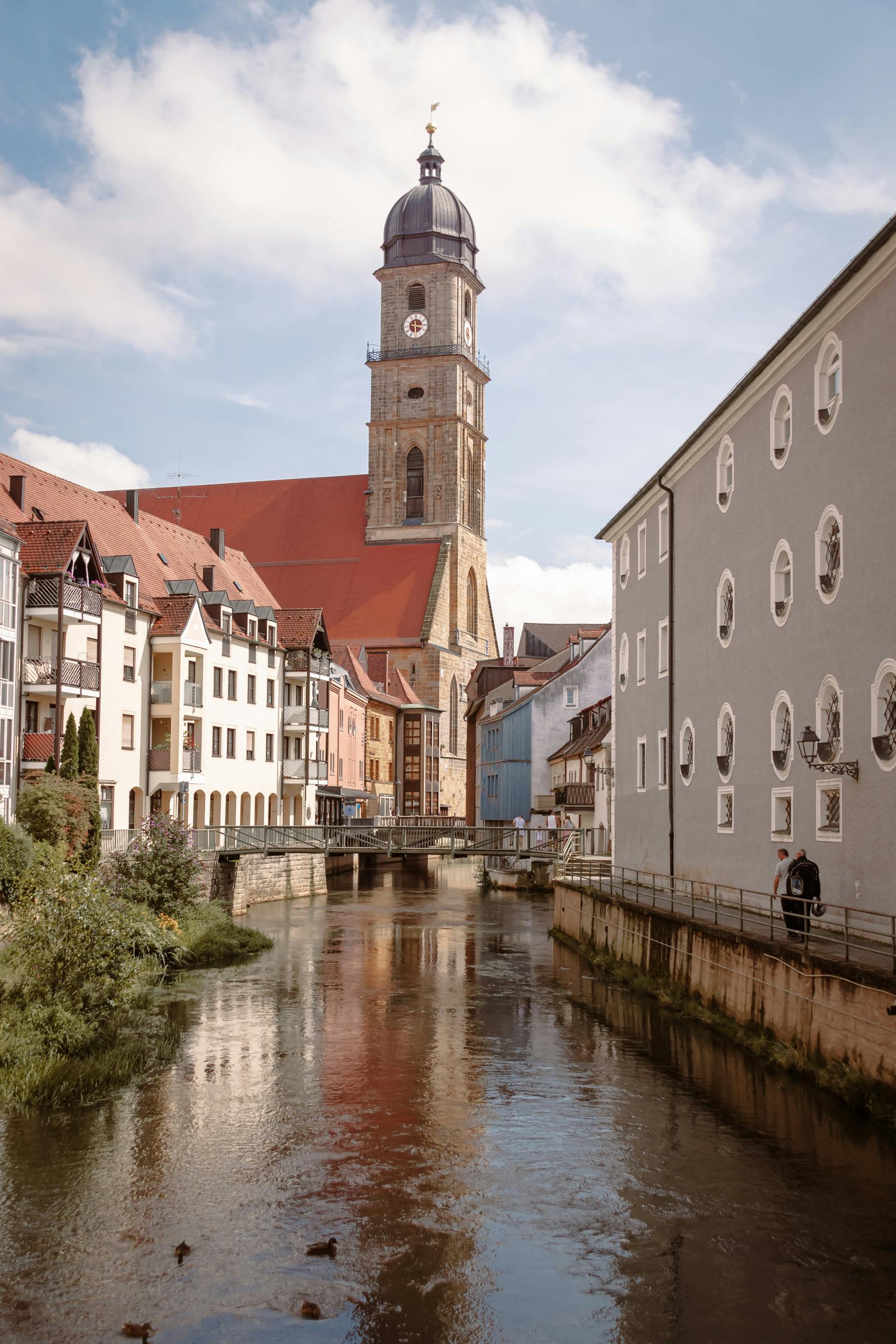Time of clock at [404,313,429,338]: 3:29
